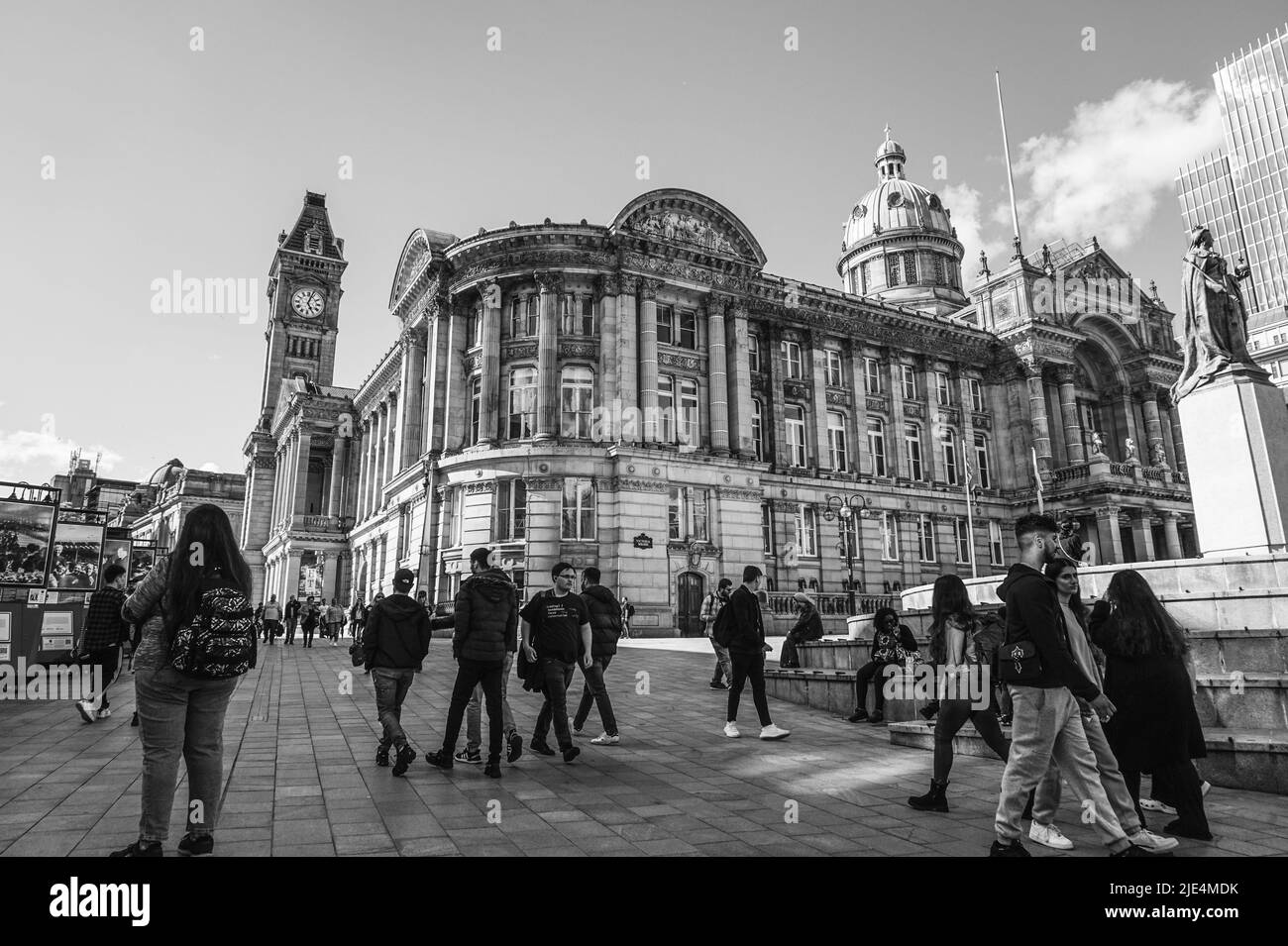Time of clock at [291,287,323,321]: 5:03
